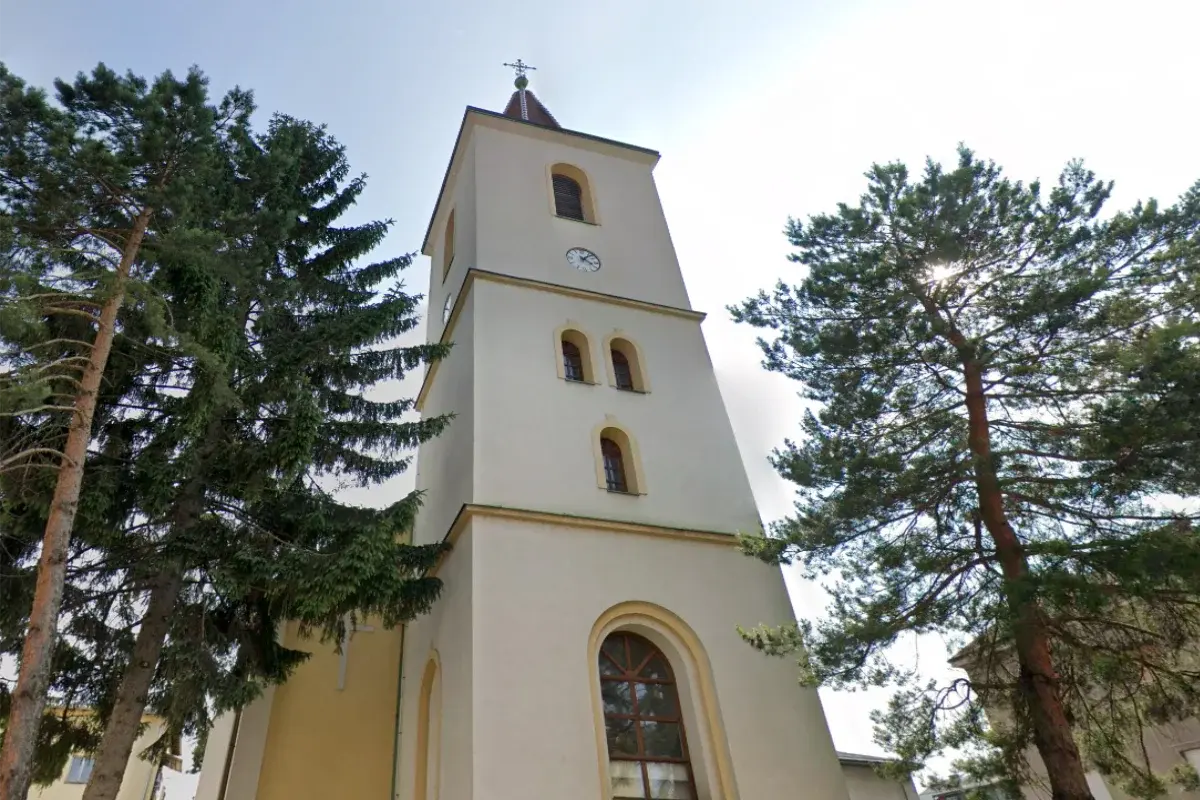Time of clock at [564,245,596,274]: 4:07
